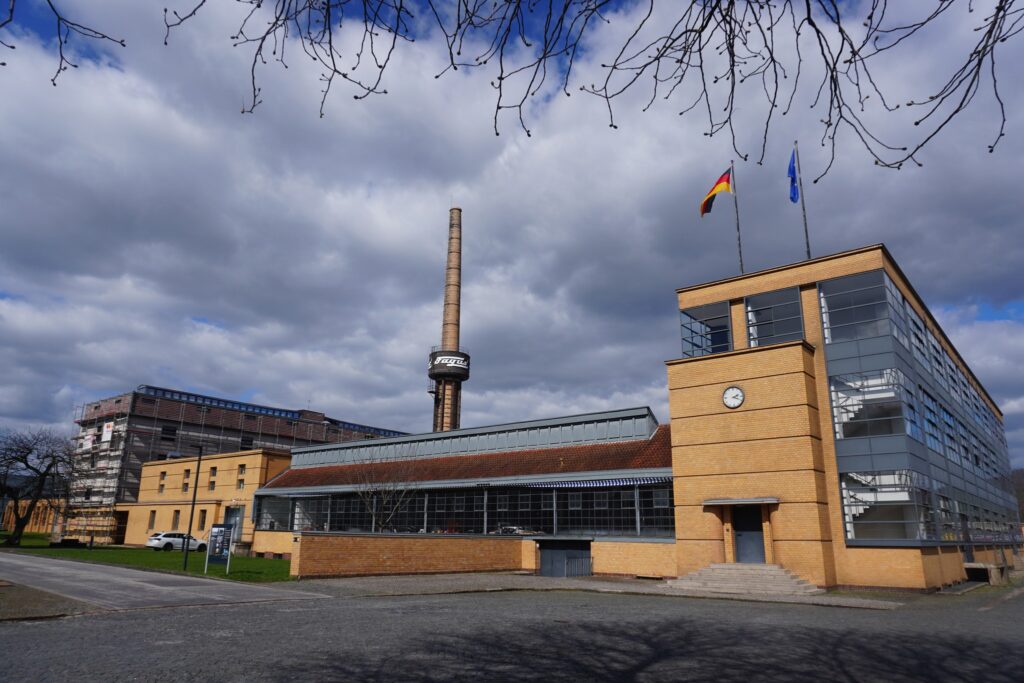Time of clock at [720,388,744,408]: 2:19
